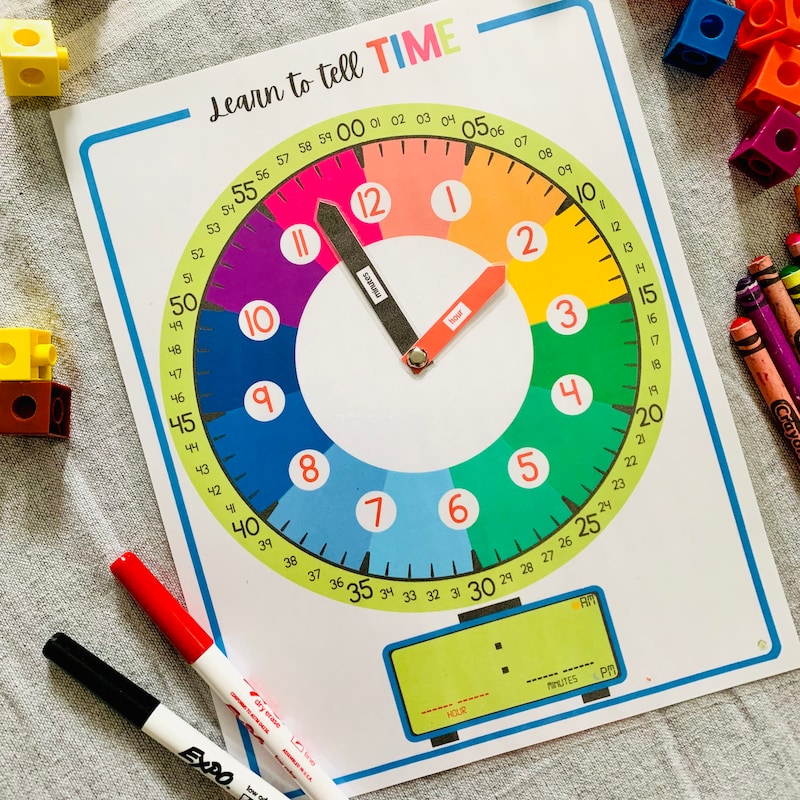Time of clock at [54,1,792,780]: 1:57
